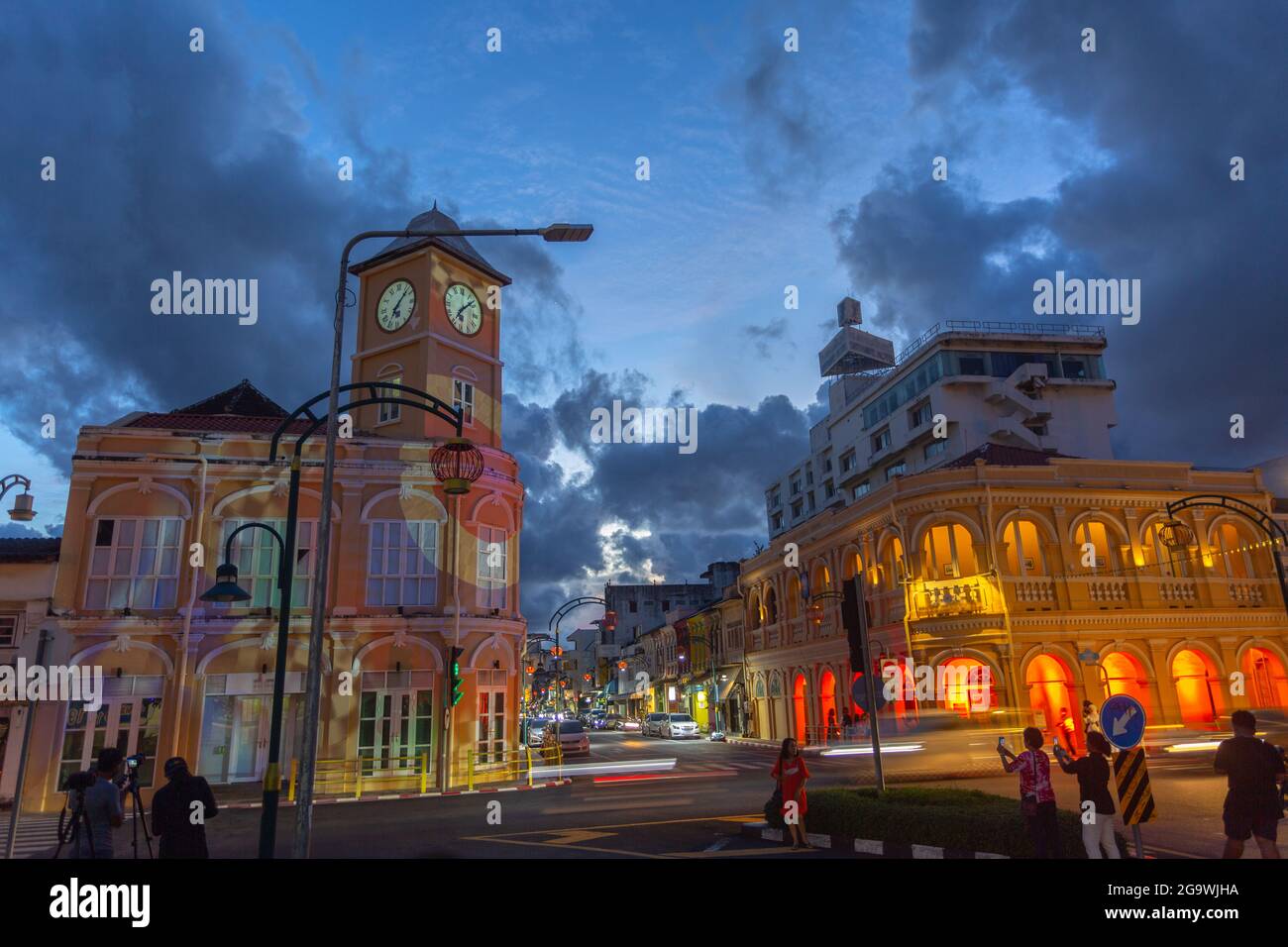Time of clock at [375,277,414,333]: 7:07
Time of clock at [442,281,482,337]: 7:08
